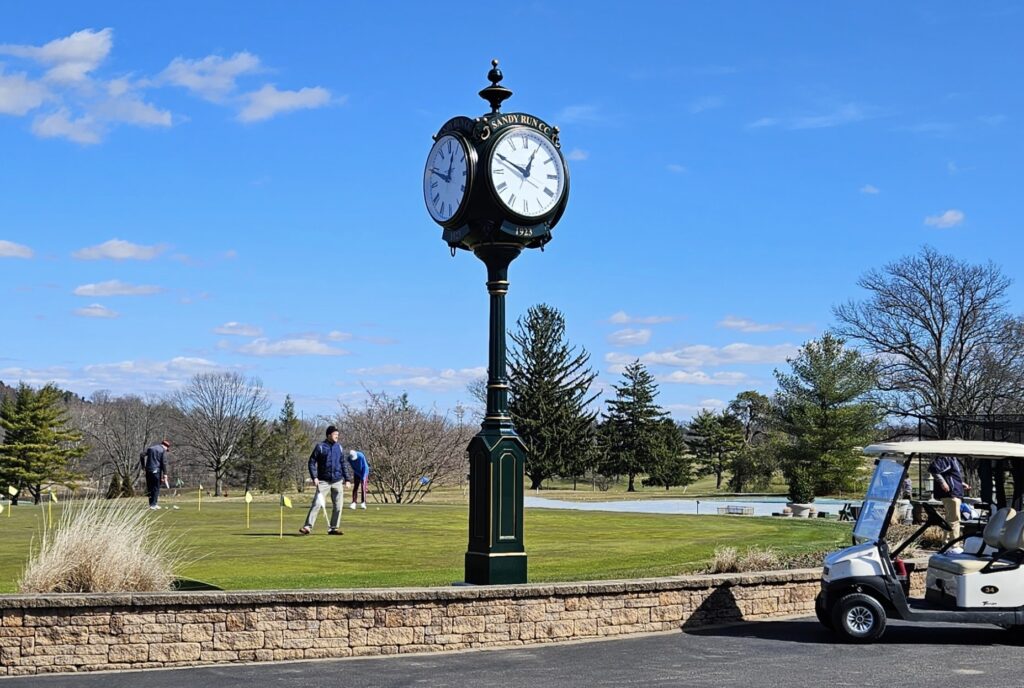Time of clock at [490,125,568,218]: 12:49
